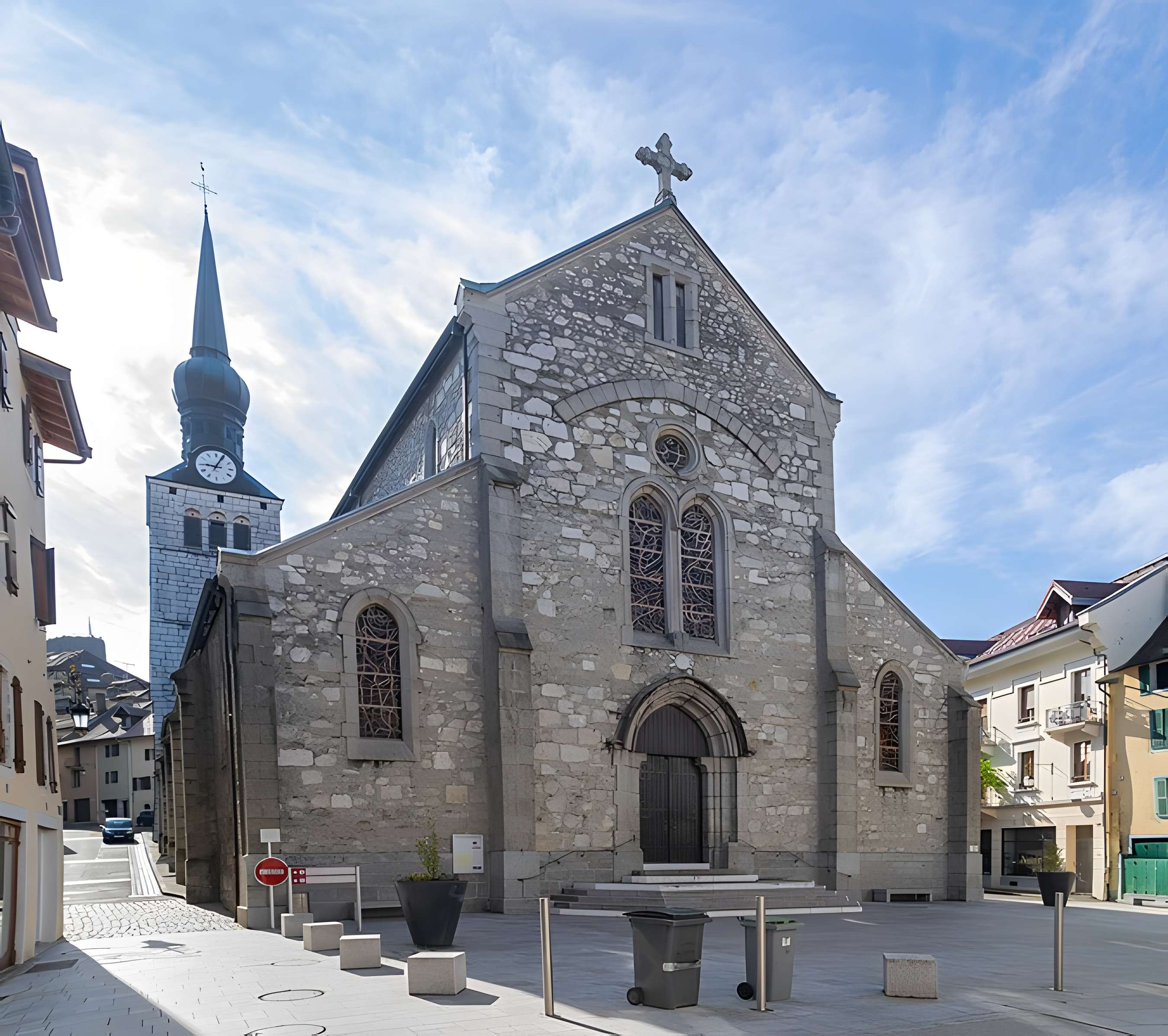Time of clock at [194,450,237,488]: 9:04
